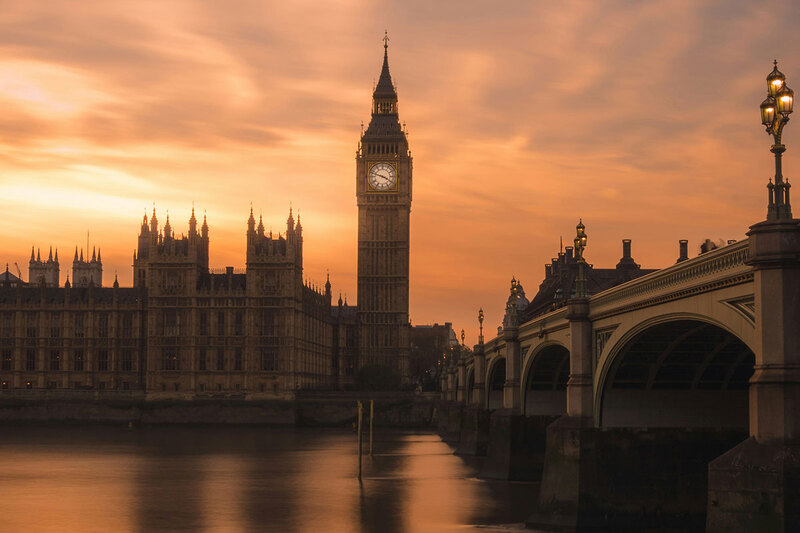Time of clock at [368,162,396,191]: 3:47
